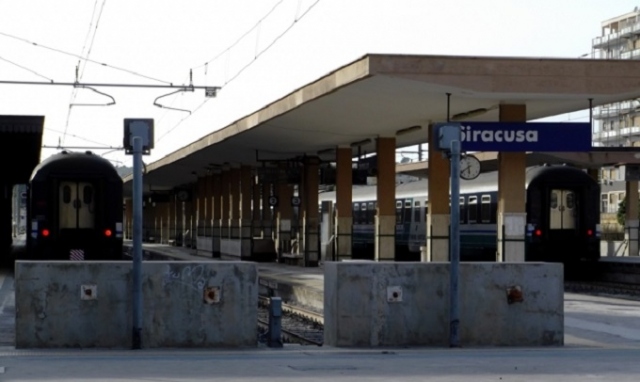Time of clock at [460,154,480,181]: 5:38
